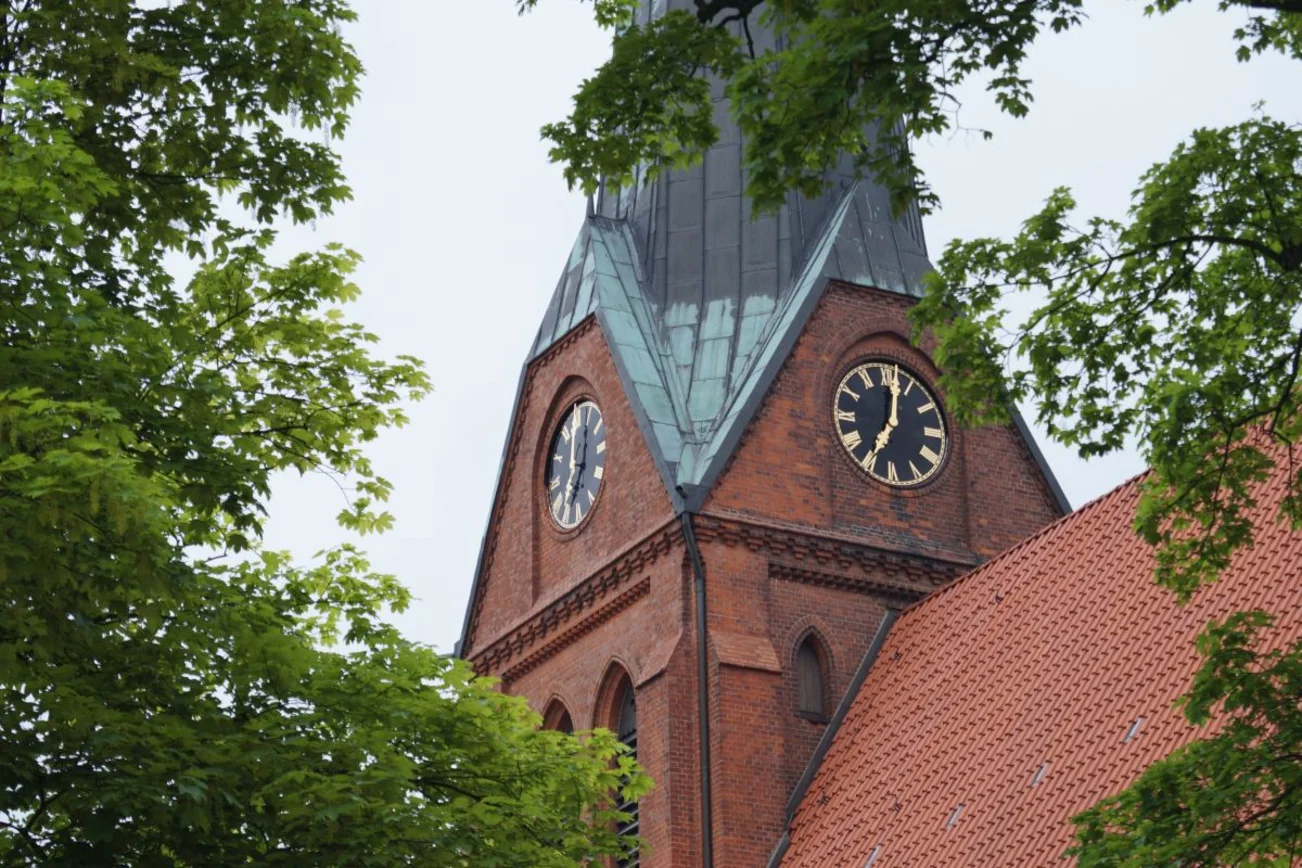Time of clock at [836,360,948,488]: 7:01
